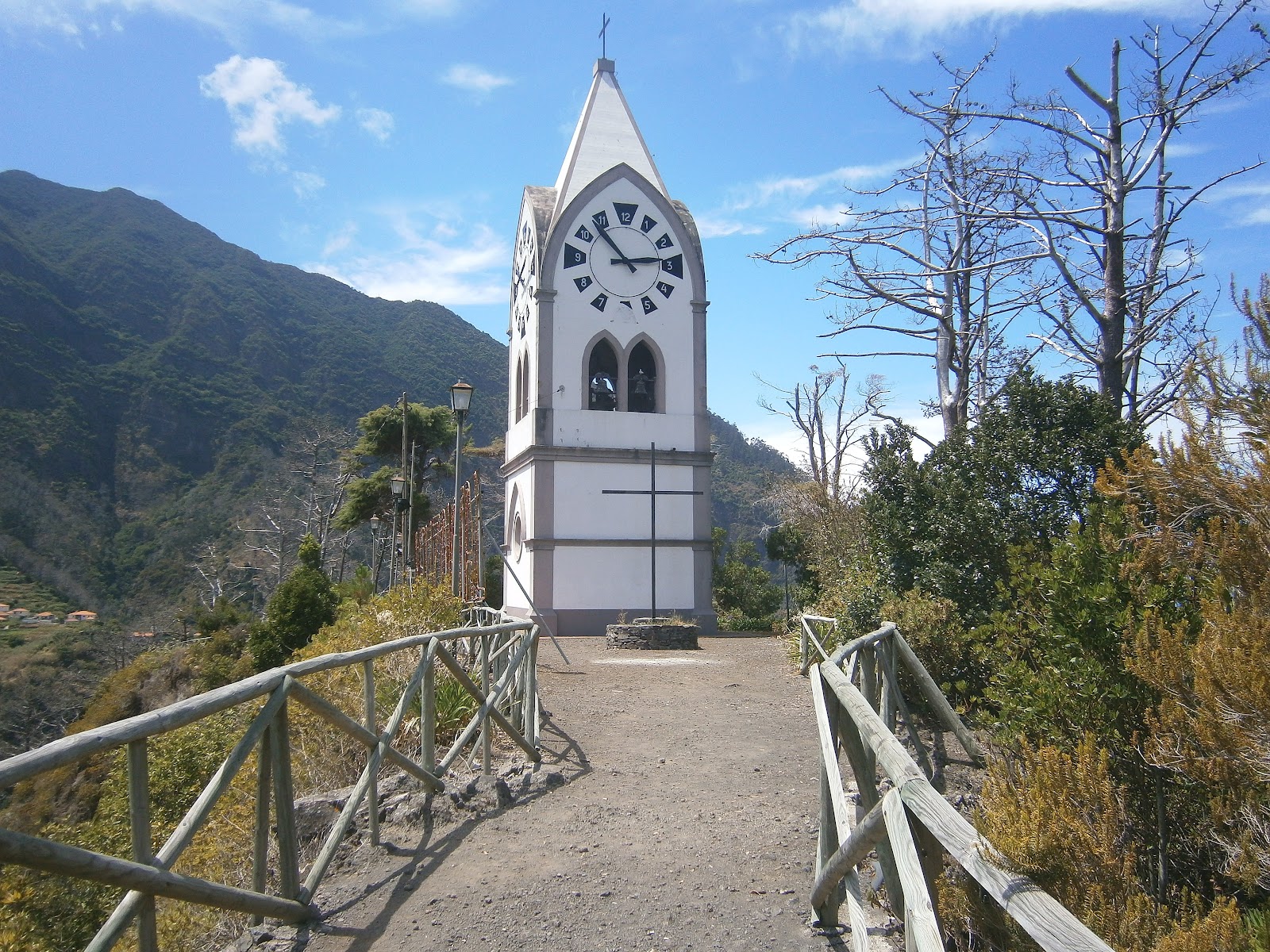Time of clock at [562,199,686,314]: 2:52
